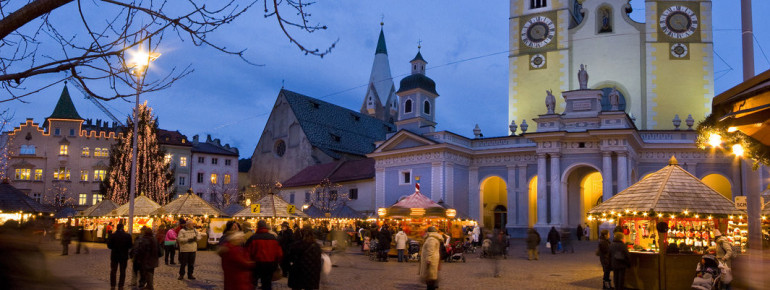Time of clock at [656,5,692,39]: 4:23
